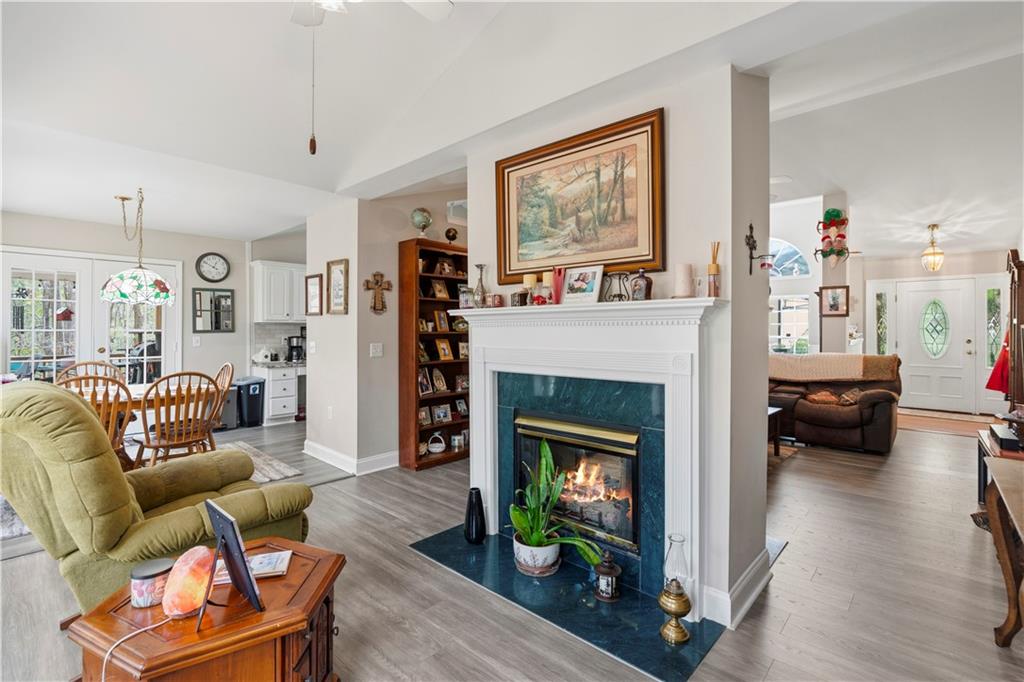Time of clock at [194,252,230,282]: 12:49
